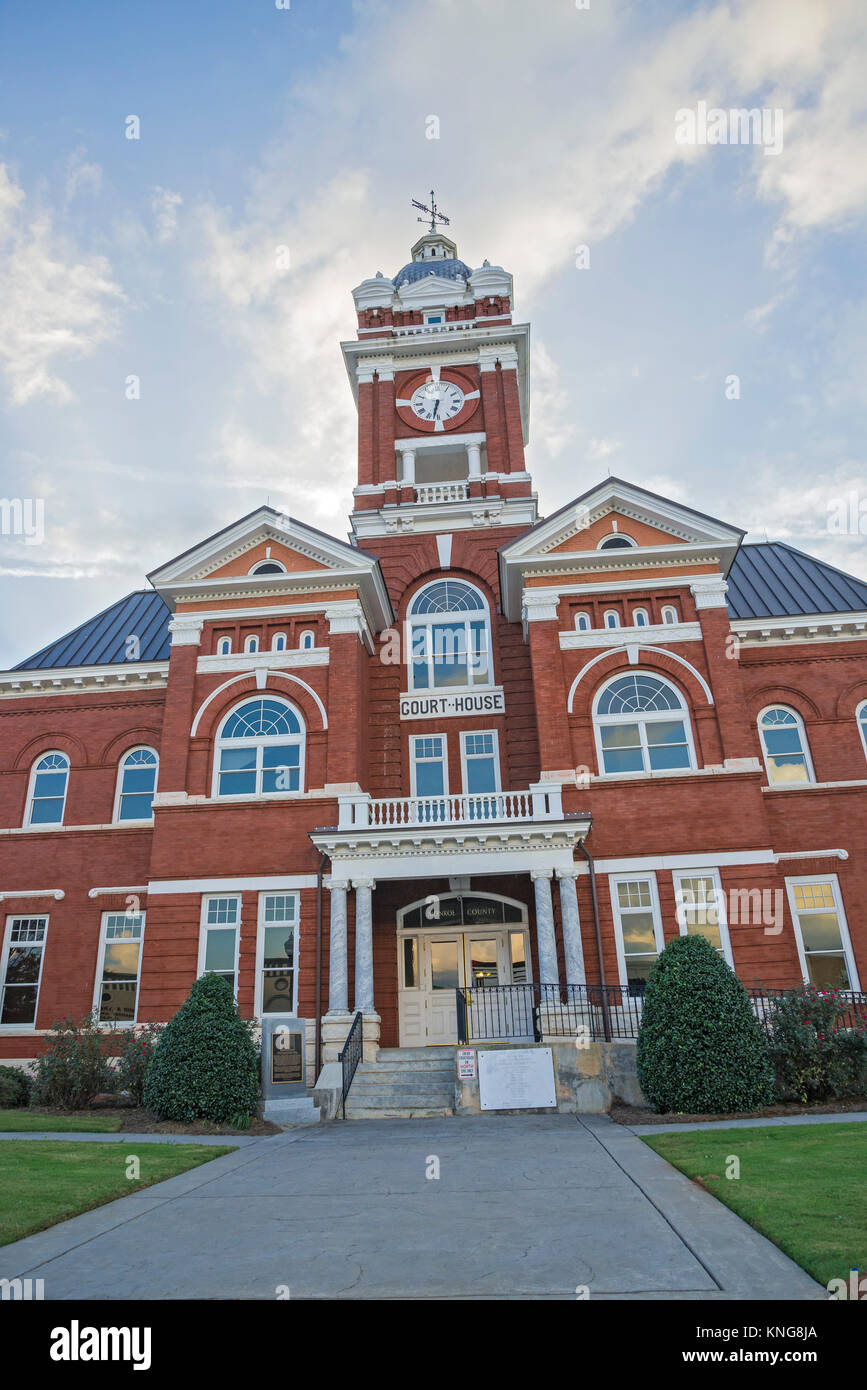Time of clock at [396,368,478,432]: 6:32
